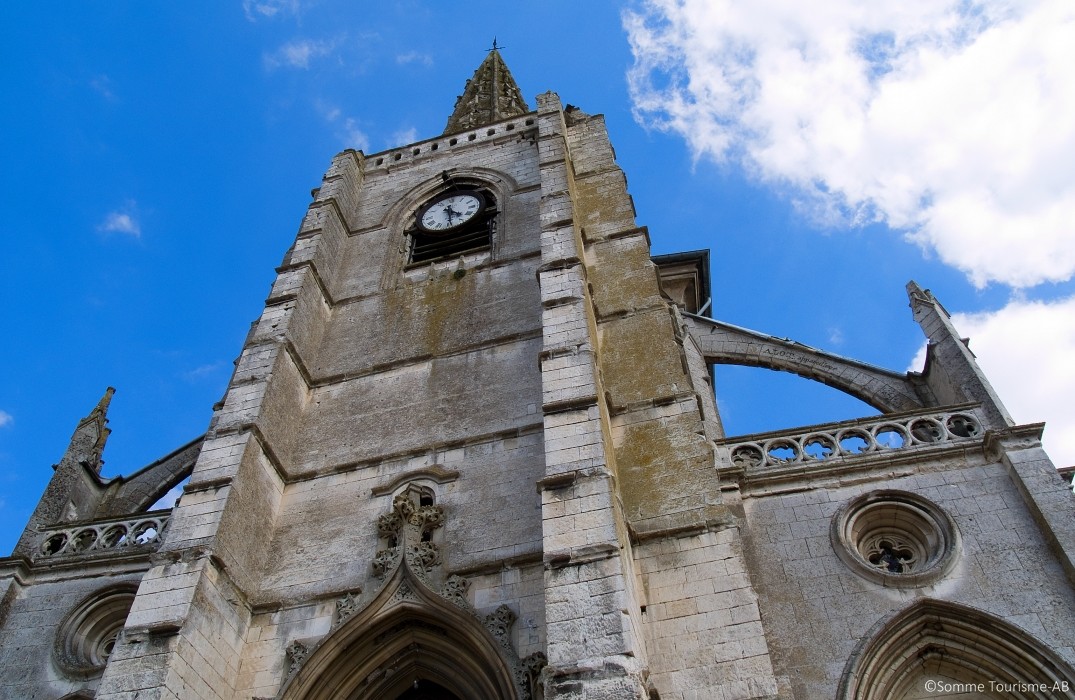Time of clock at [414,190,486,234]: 4:29
